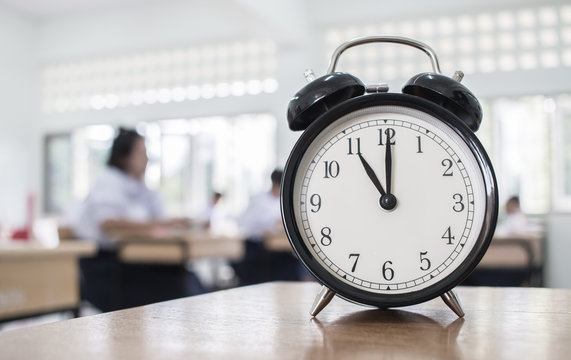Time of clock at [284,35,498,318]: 11:00
